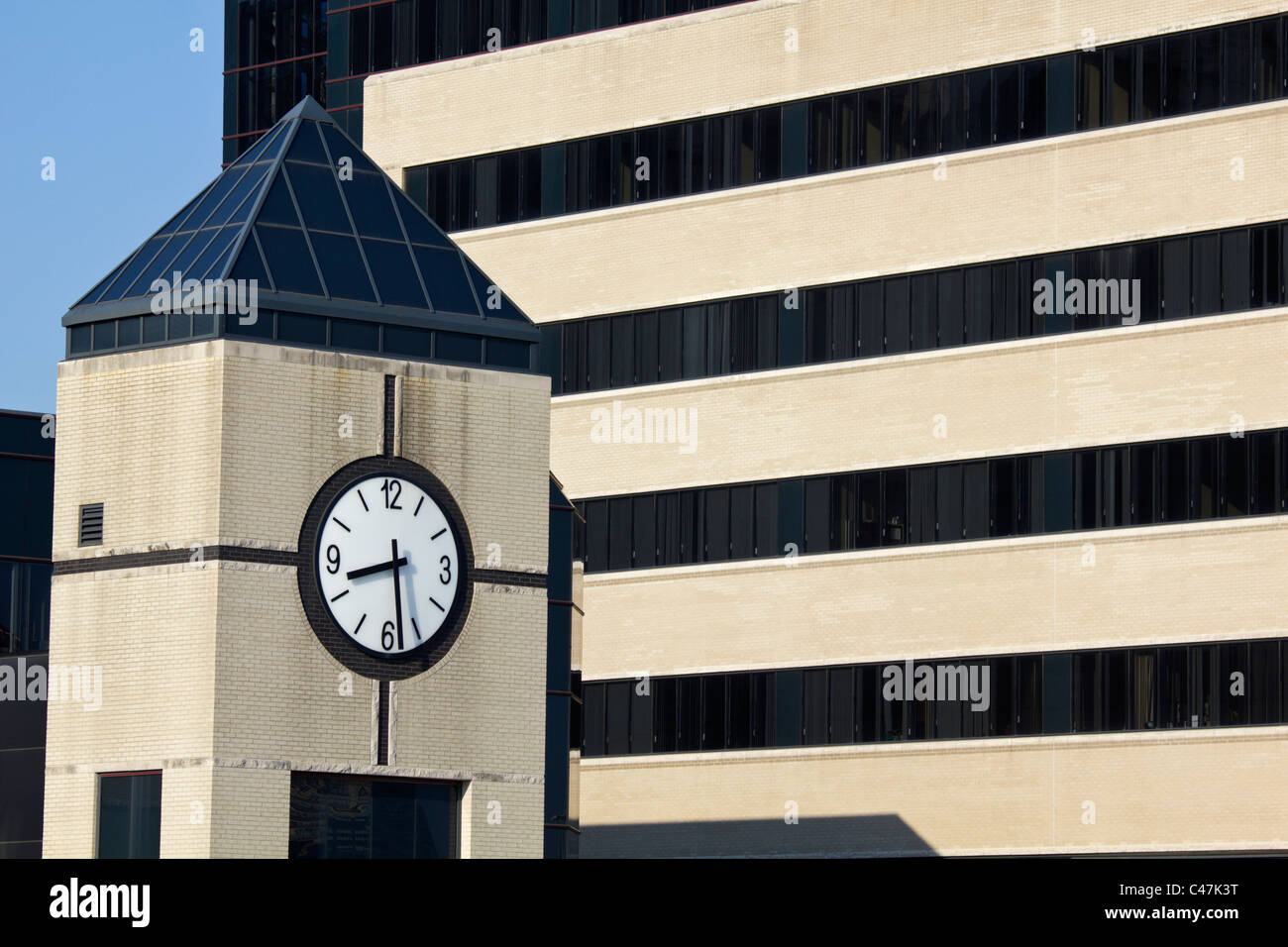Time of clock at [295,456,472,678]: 8:28
